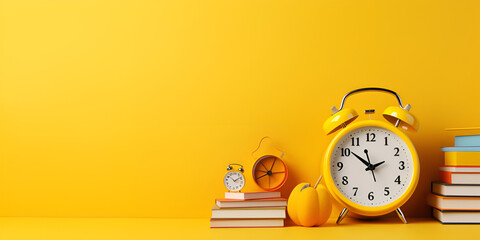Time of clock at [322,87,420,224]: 1:51
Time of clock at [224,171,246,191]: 1:51
